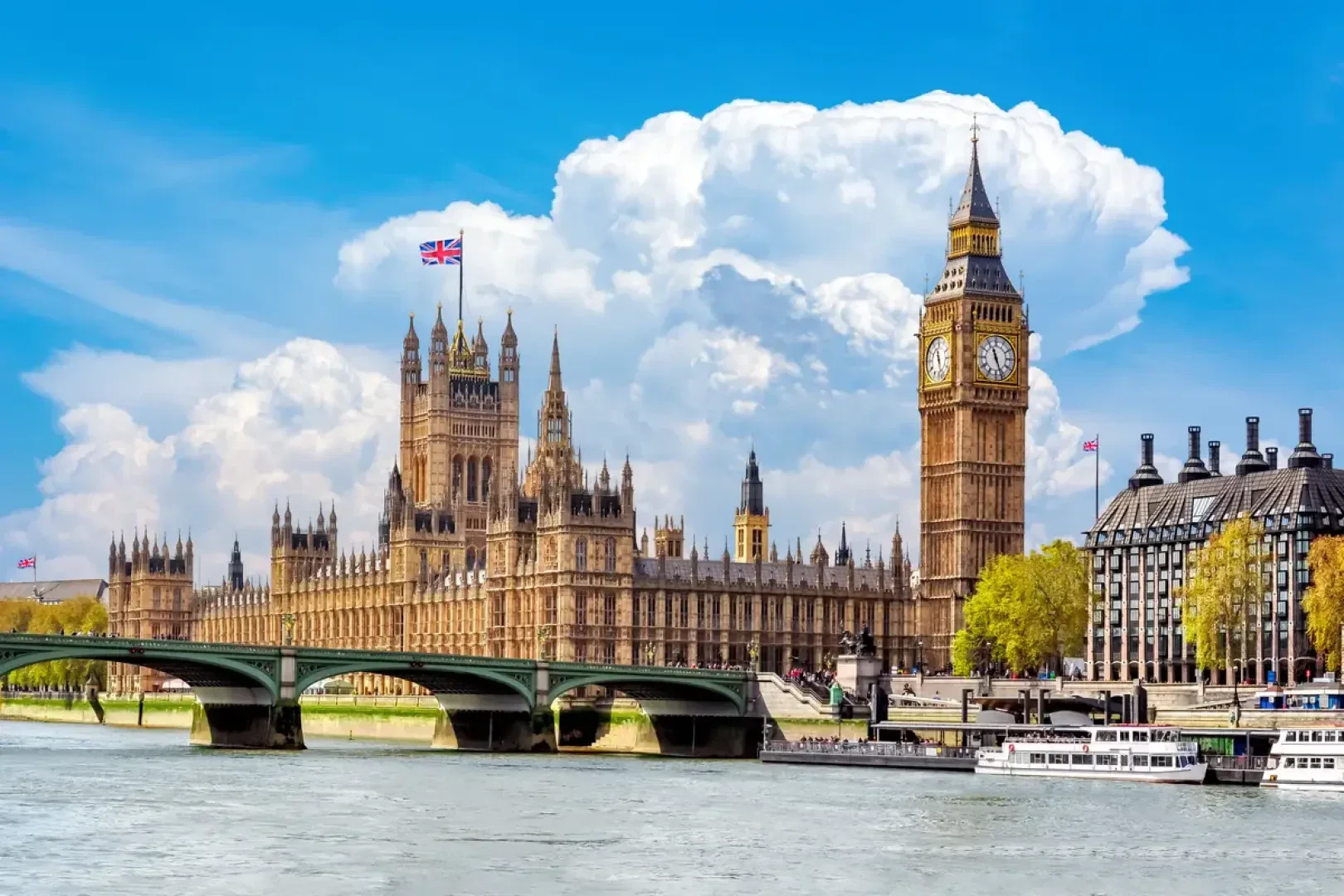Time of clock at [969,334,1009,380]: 11:26
